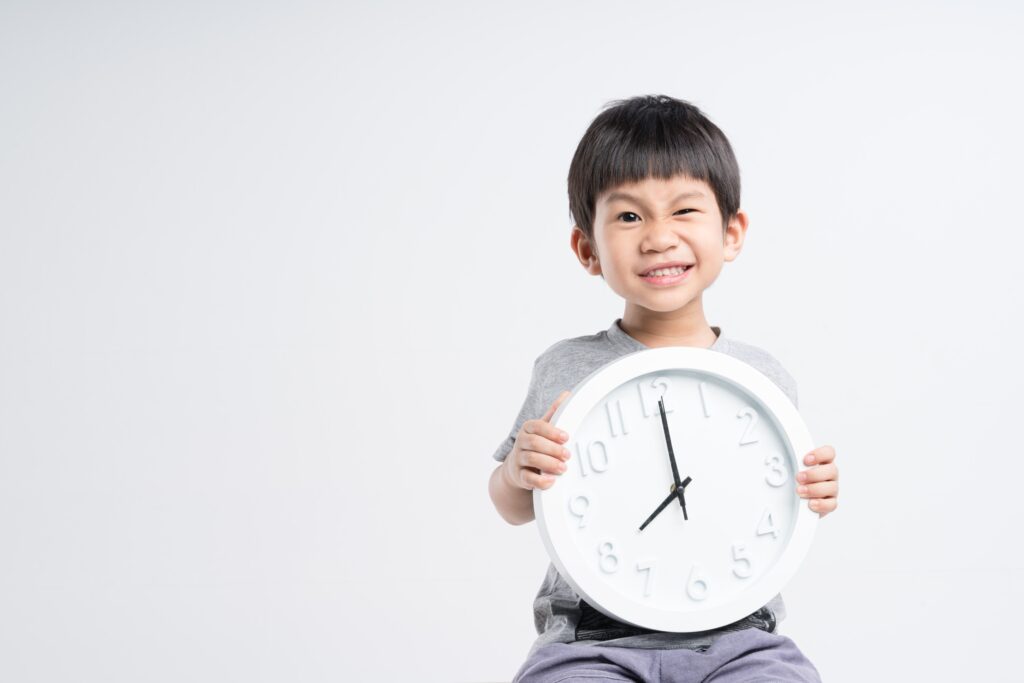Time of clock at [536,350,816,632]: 8:00
